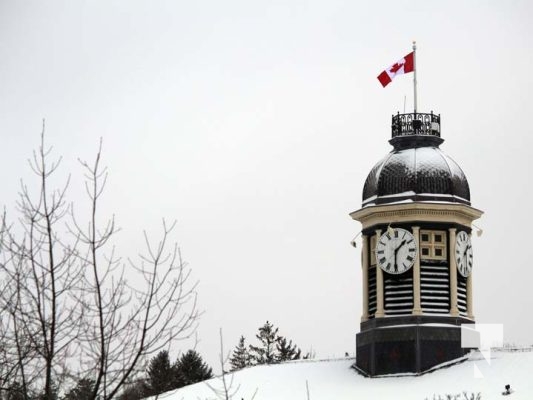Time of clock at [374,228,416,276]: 1:30
